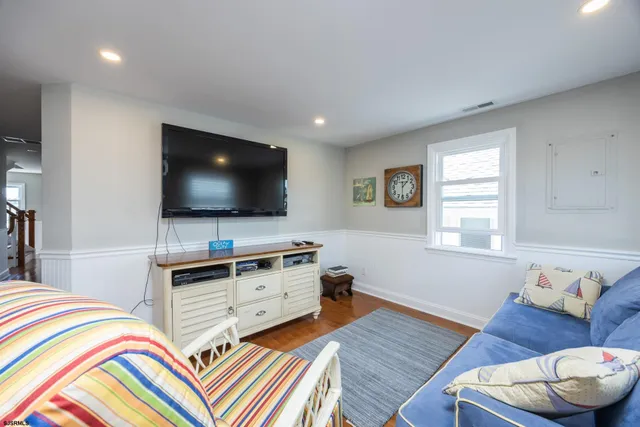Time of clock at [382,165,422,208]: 1:30
